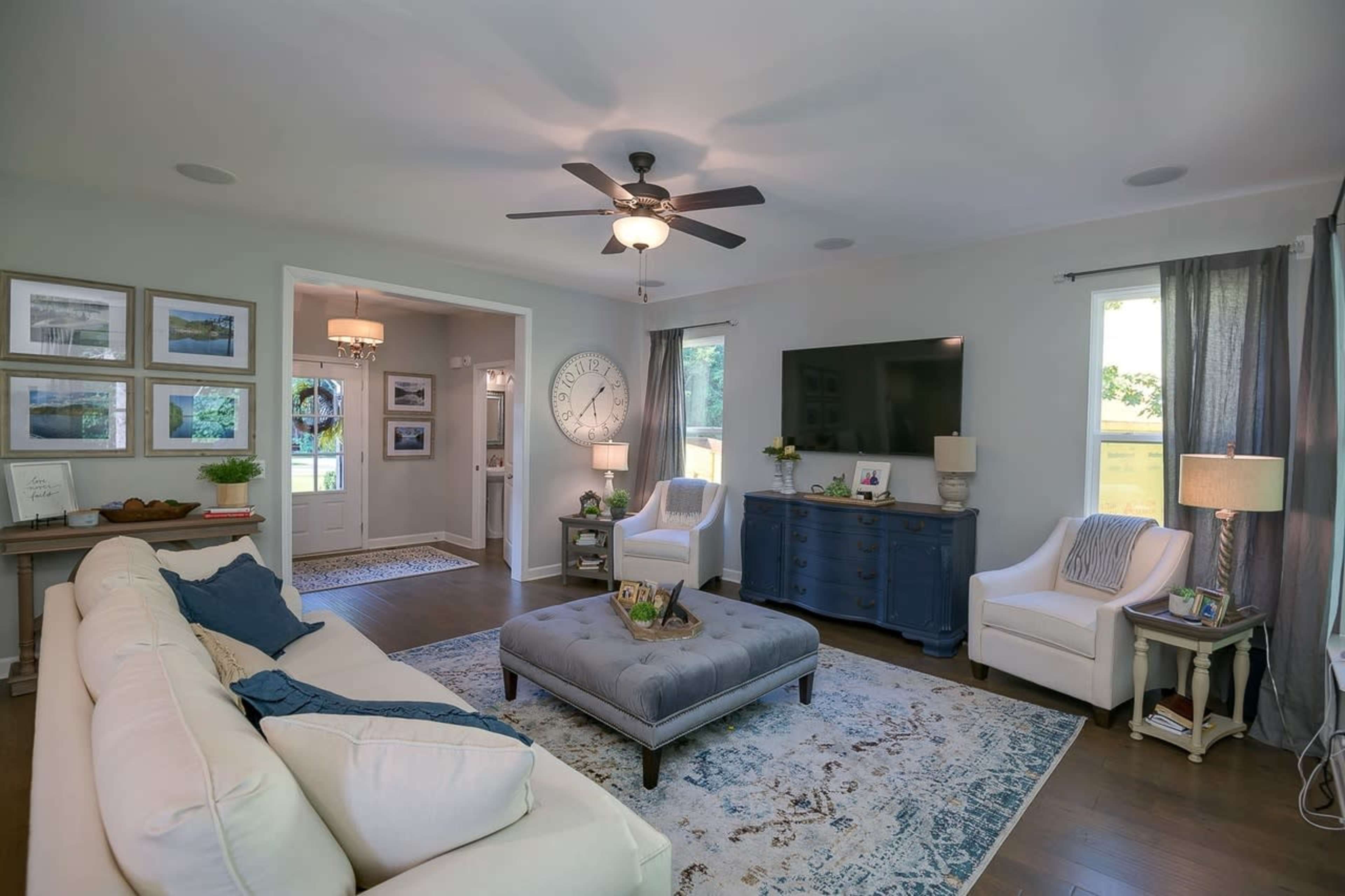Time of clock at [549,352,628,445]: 1:36
